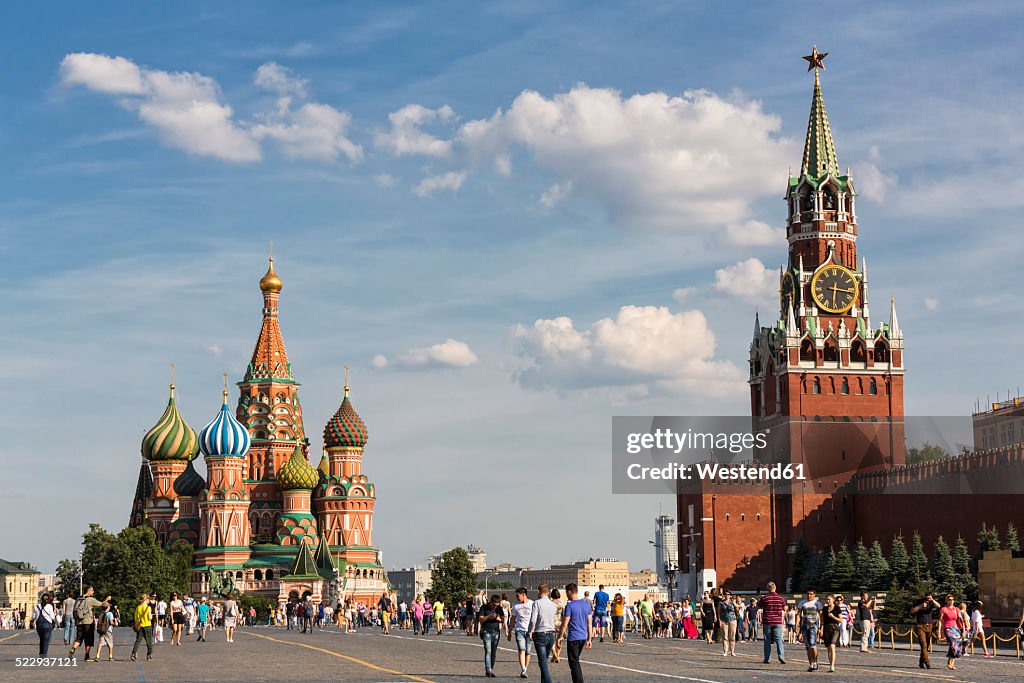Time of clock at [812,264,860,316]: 6:16
